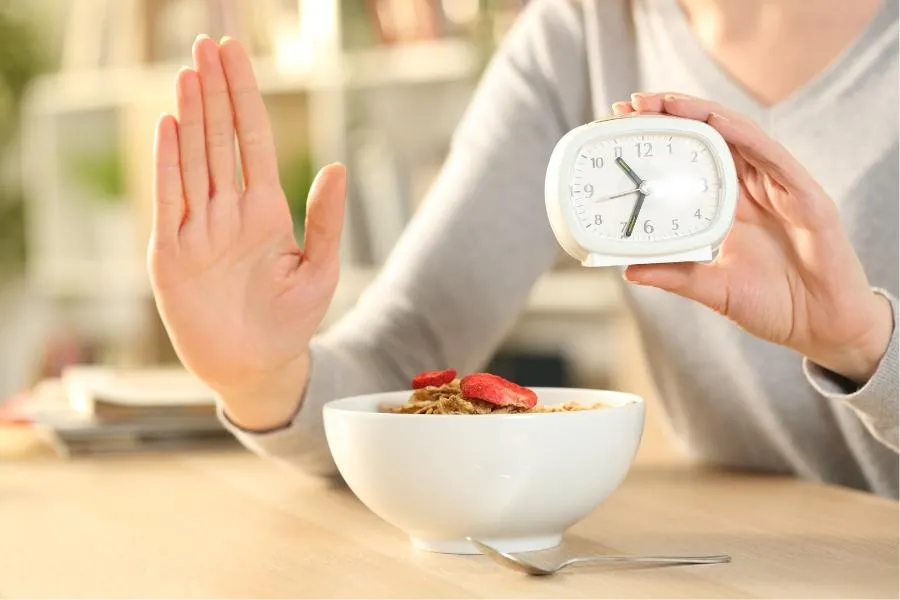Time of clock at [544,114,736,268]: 10:33
